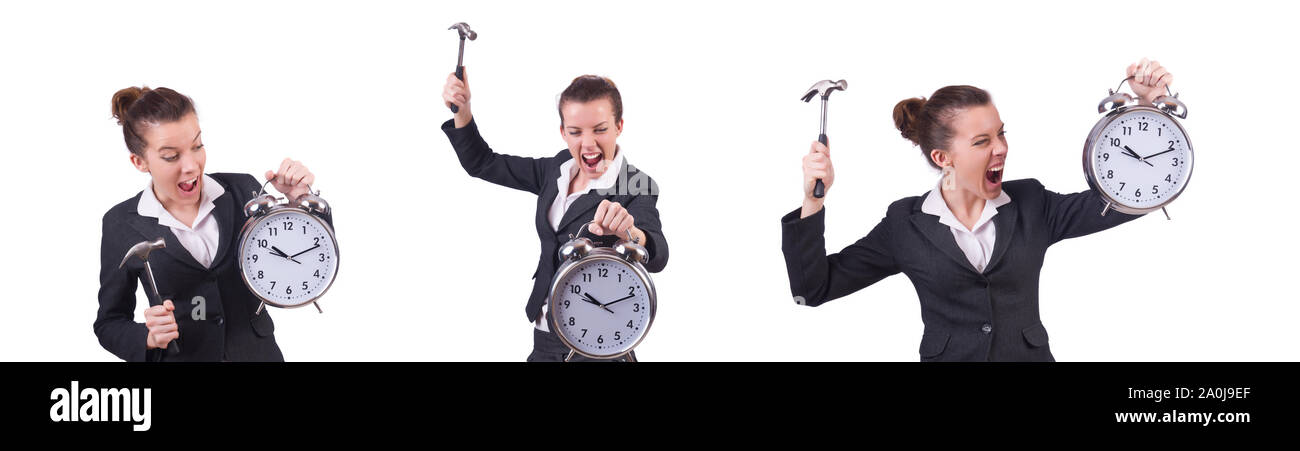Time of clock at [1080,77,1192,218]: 10:11
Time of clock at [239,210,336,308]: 10:11
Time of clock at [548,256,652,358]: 10:11
